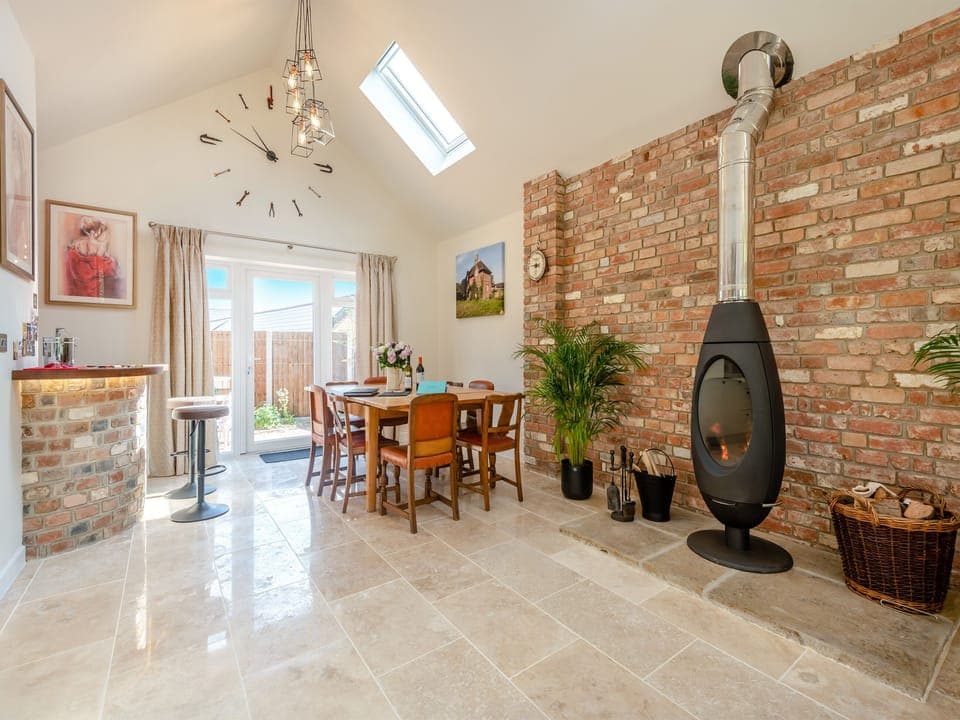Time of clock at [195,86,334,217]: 10:49
